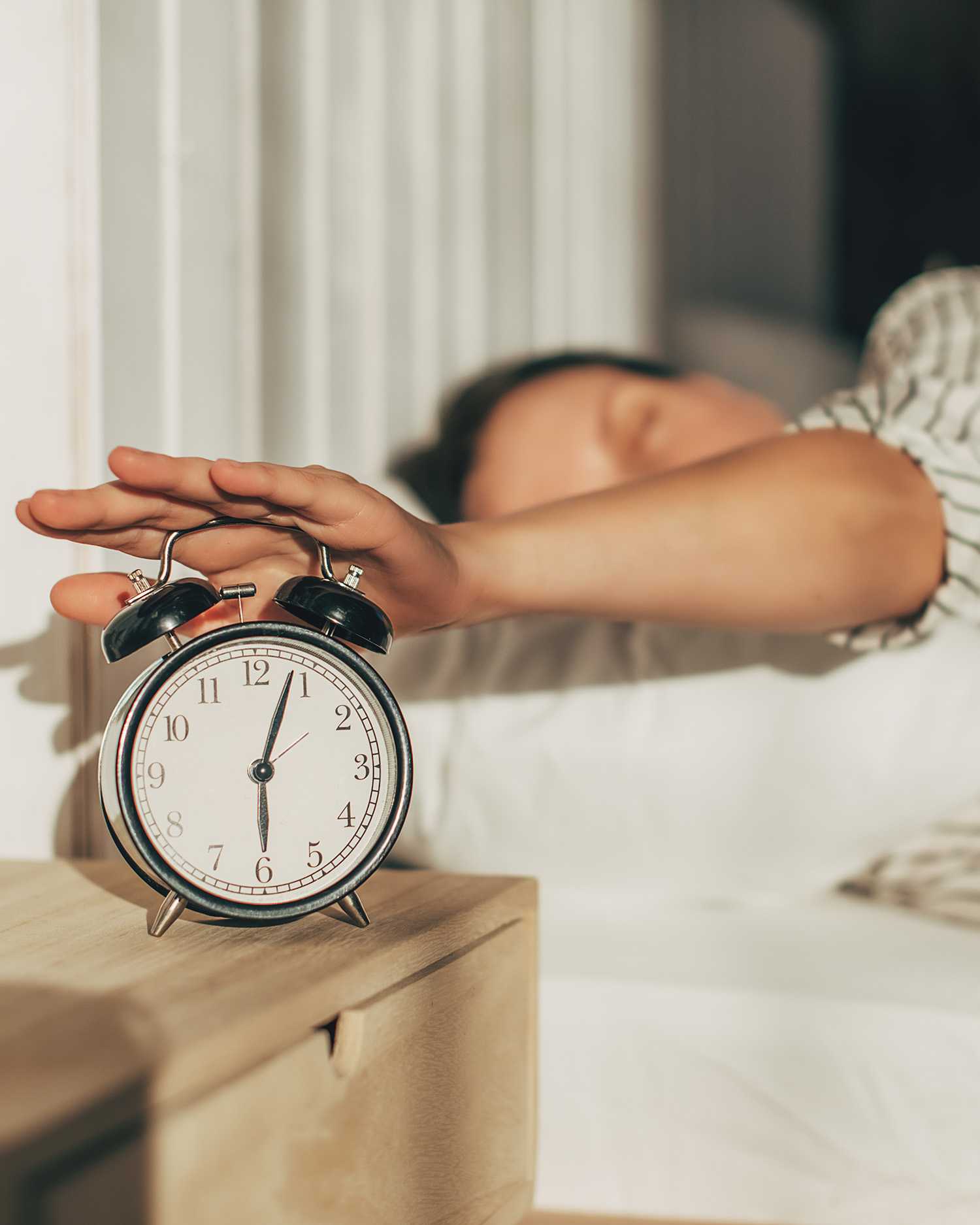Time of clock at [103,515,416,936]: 6:03
